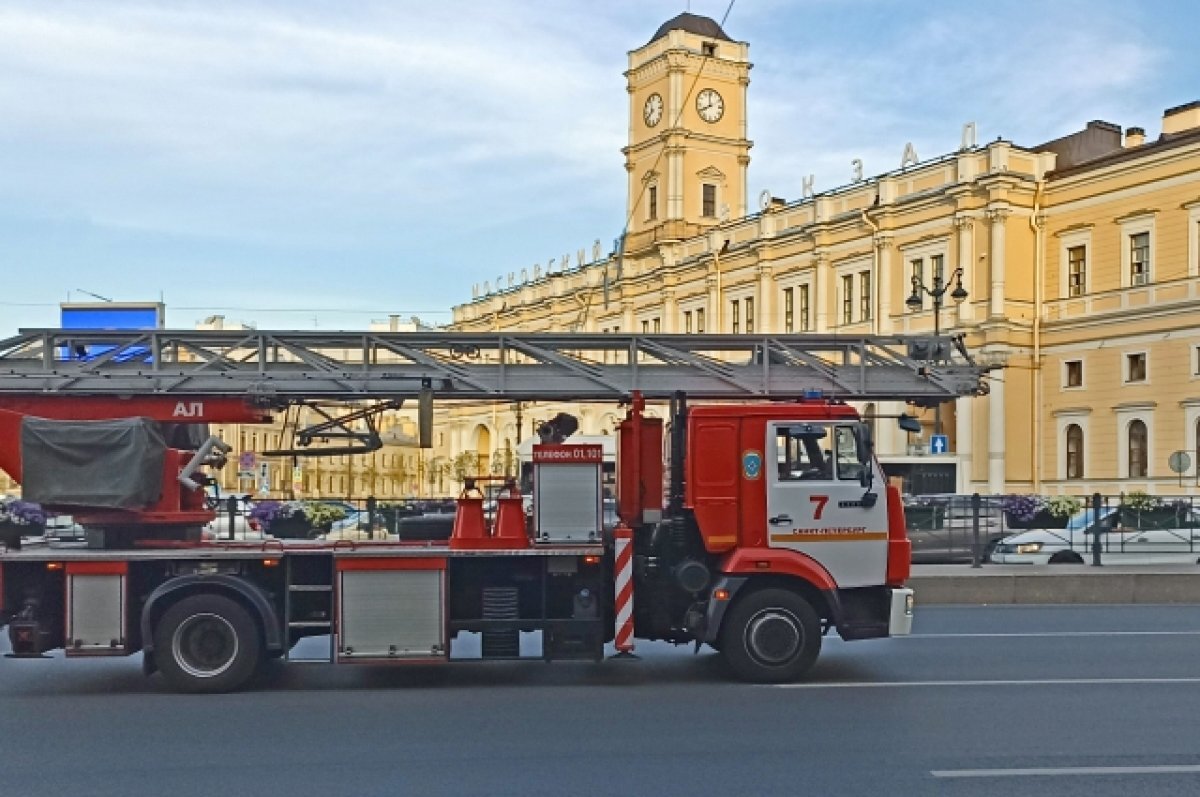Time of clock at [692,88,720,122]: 7:59
